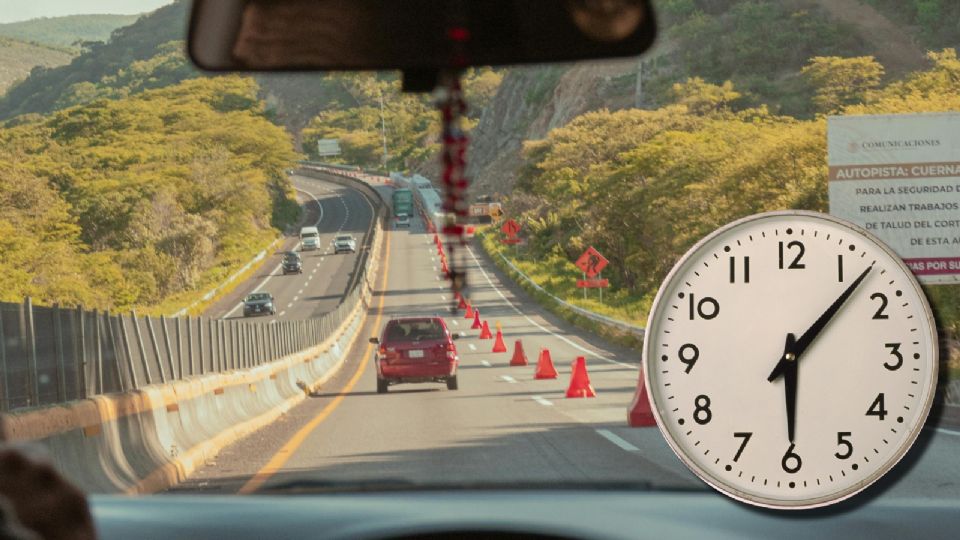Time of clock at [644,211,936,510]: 6:07
